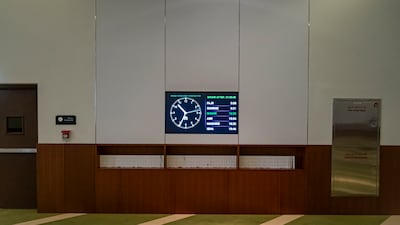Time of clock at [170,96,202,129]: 10:34
